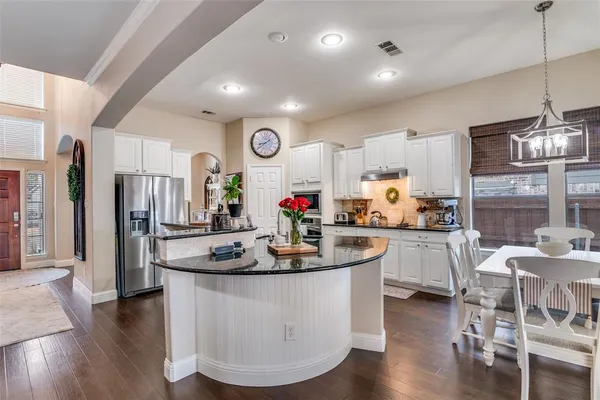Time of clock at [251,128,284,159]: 8:39
